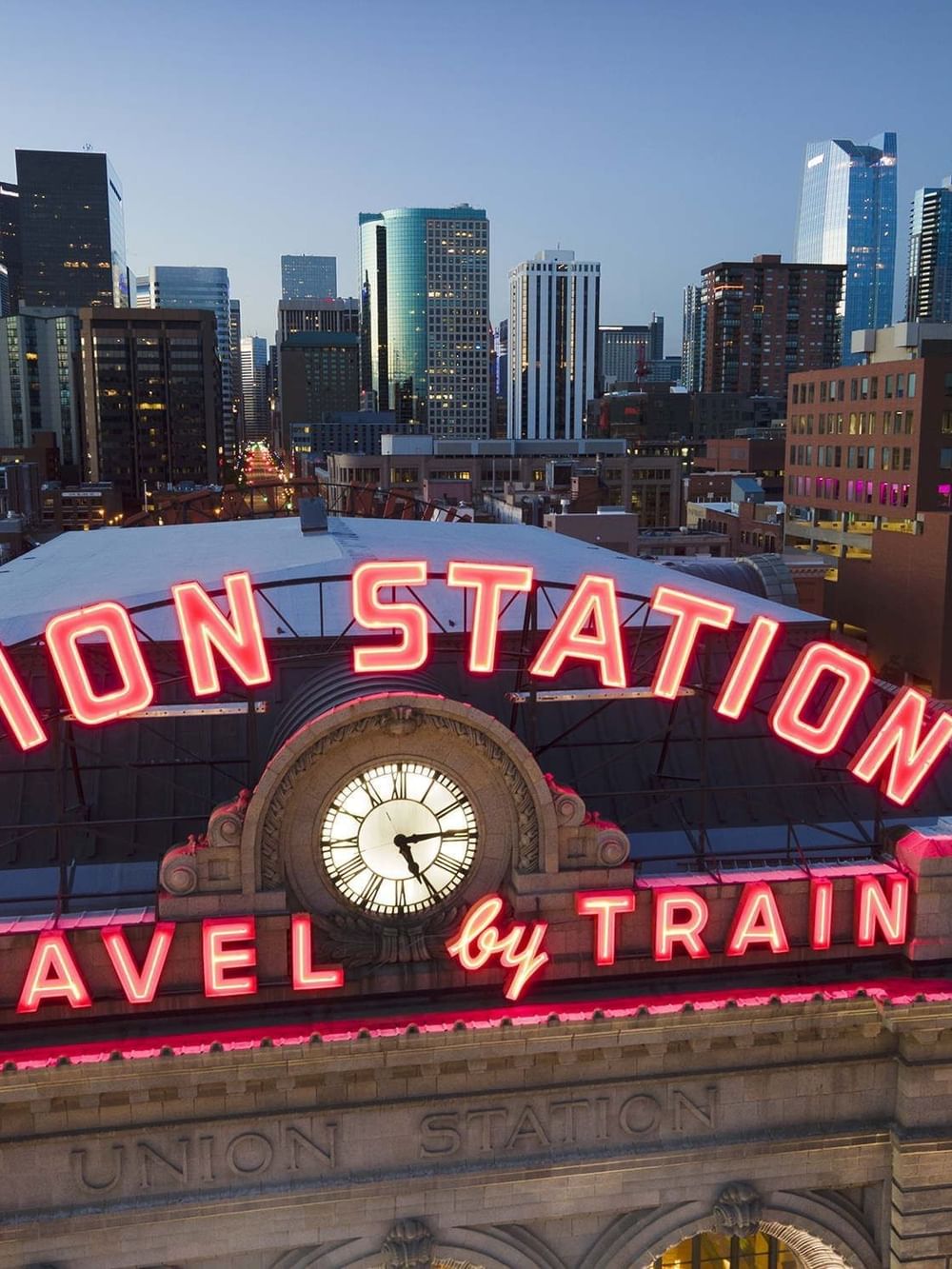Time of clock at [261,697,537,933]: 5:14
